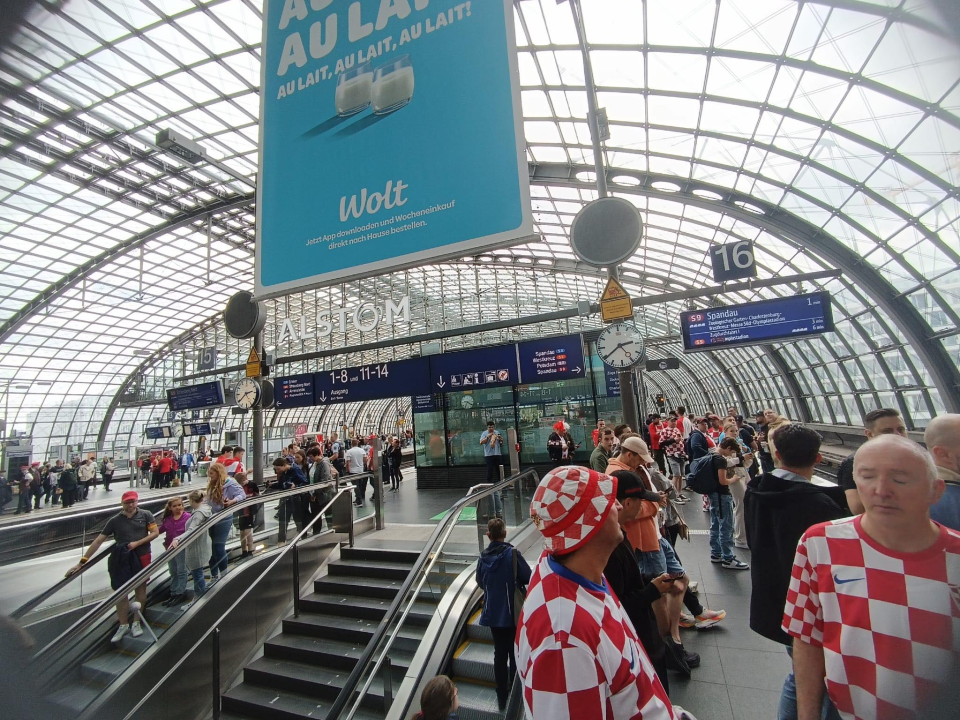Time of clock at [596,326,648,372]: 2:39
